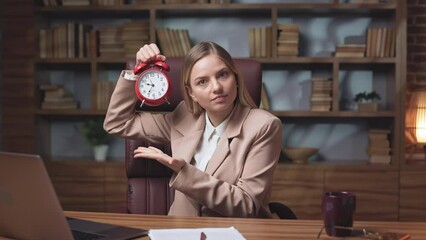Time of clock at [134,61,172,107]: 9:35
